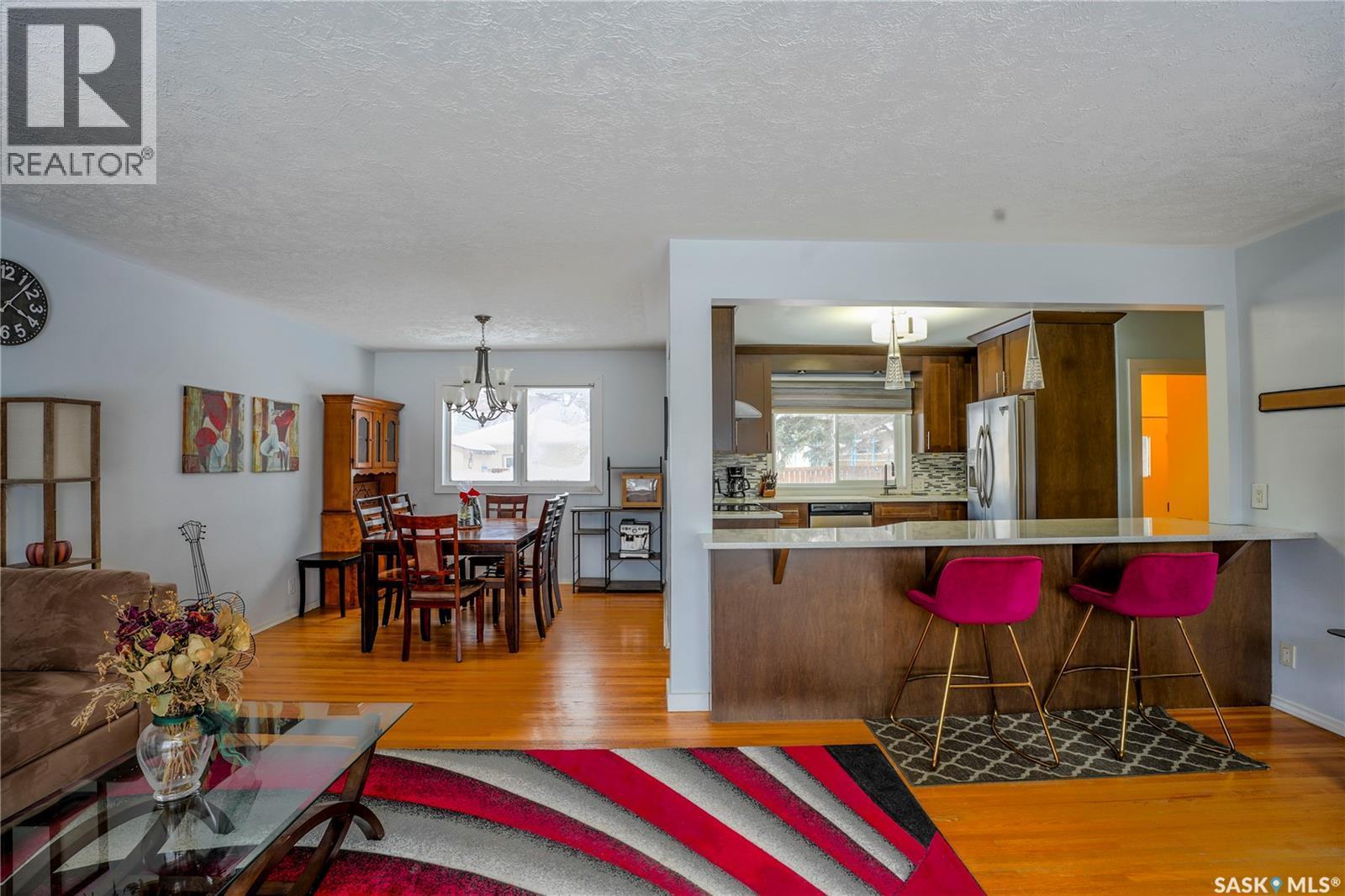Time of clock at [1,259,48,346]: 4:07
